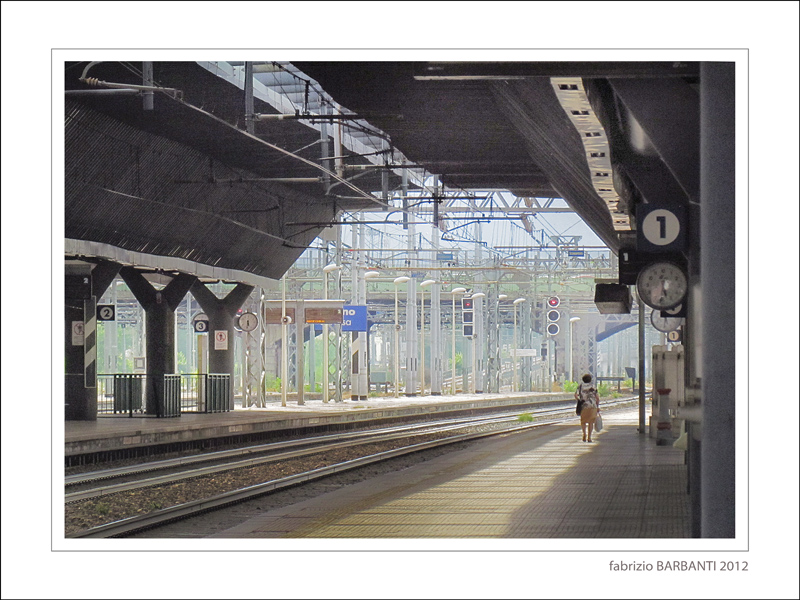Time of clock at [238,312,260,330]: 5:31
